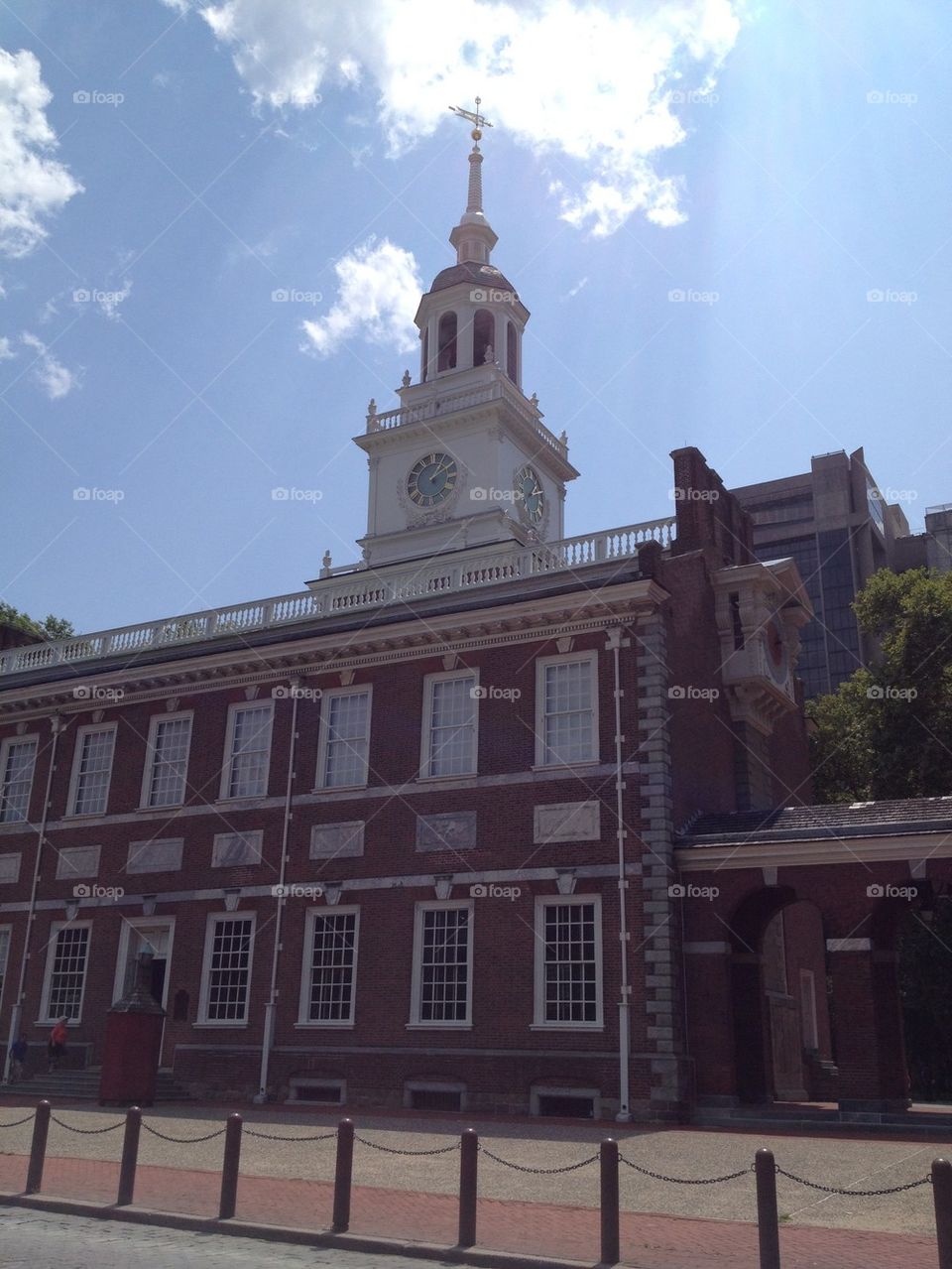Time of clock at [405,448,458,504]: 1:09
